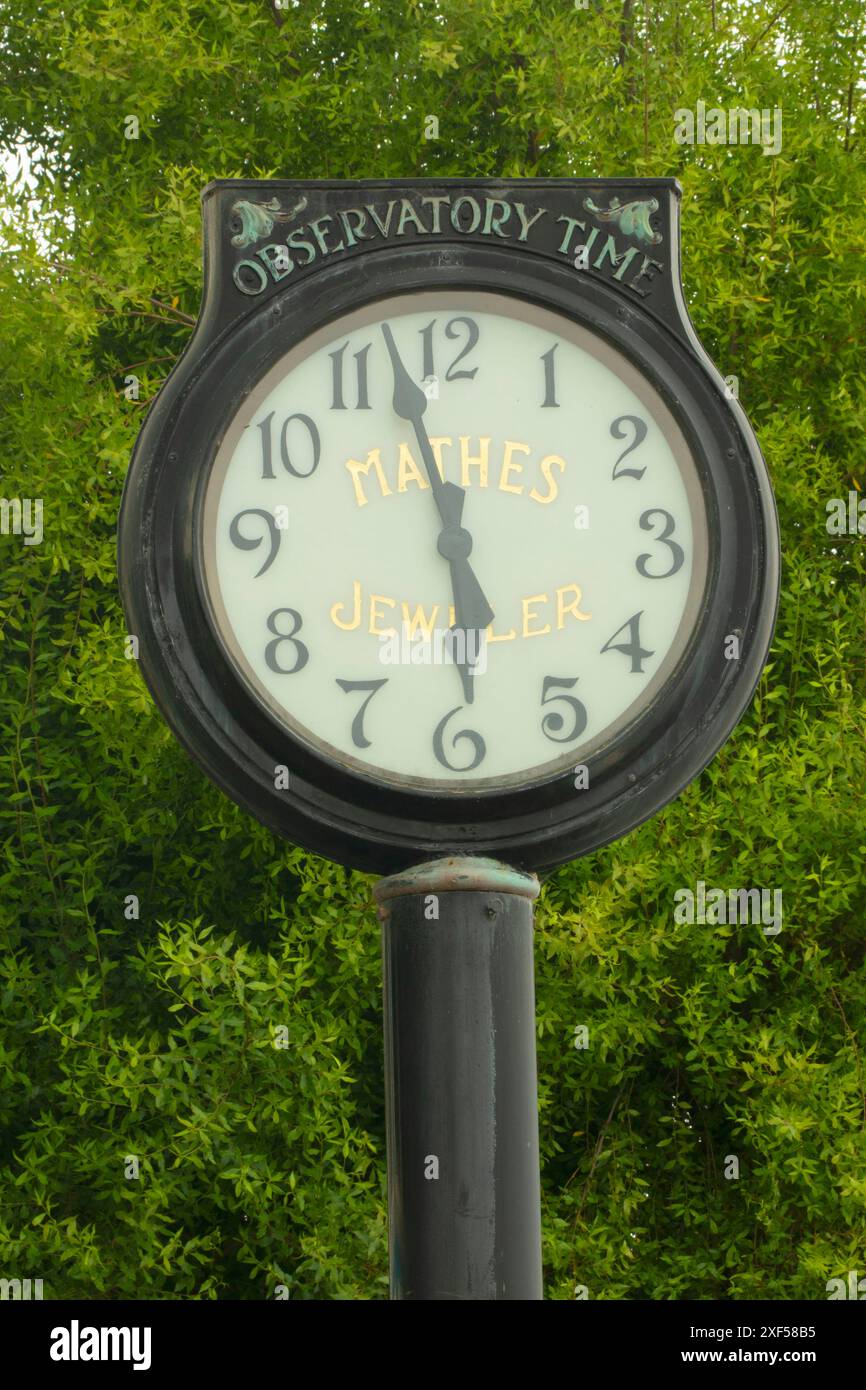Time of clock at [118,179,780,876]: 5:57
